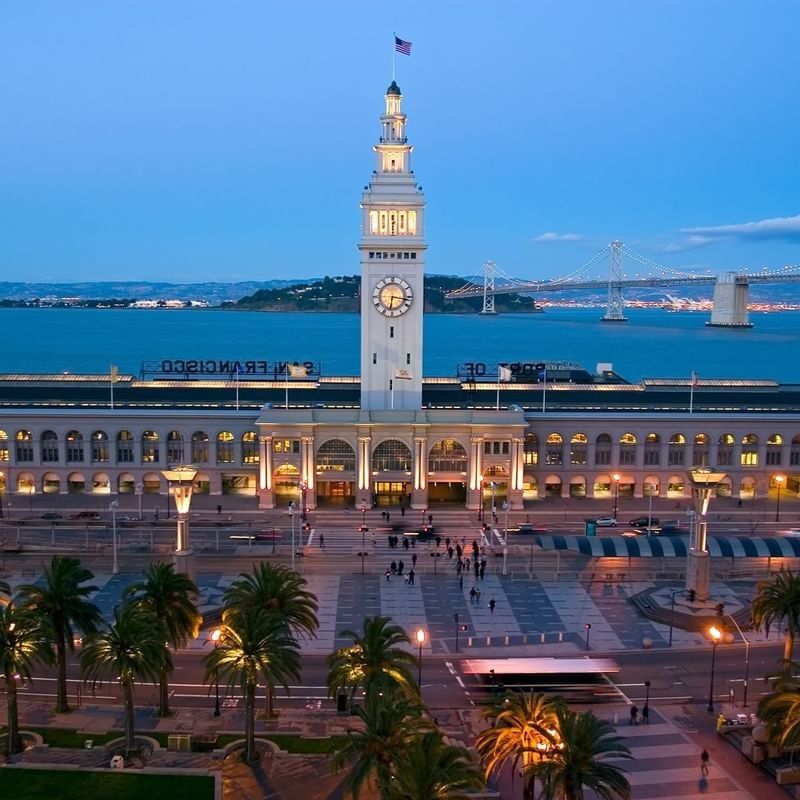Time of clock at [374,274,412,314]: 6:16
